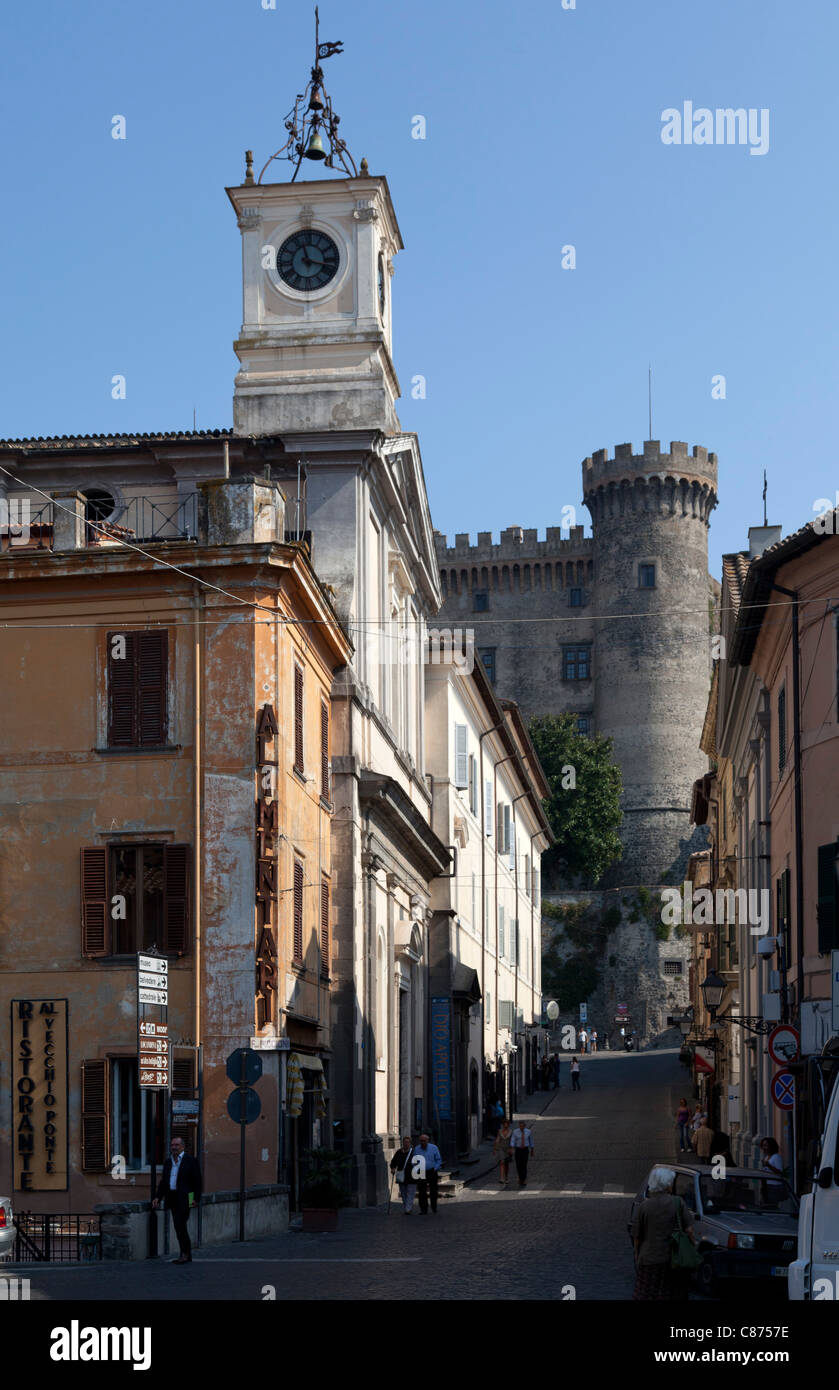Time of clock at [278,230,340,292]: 11:17
